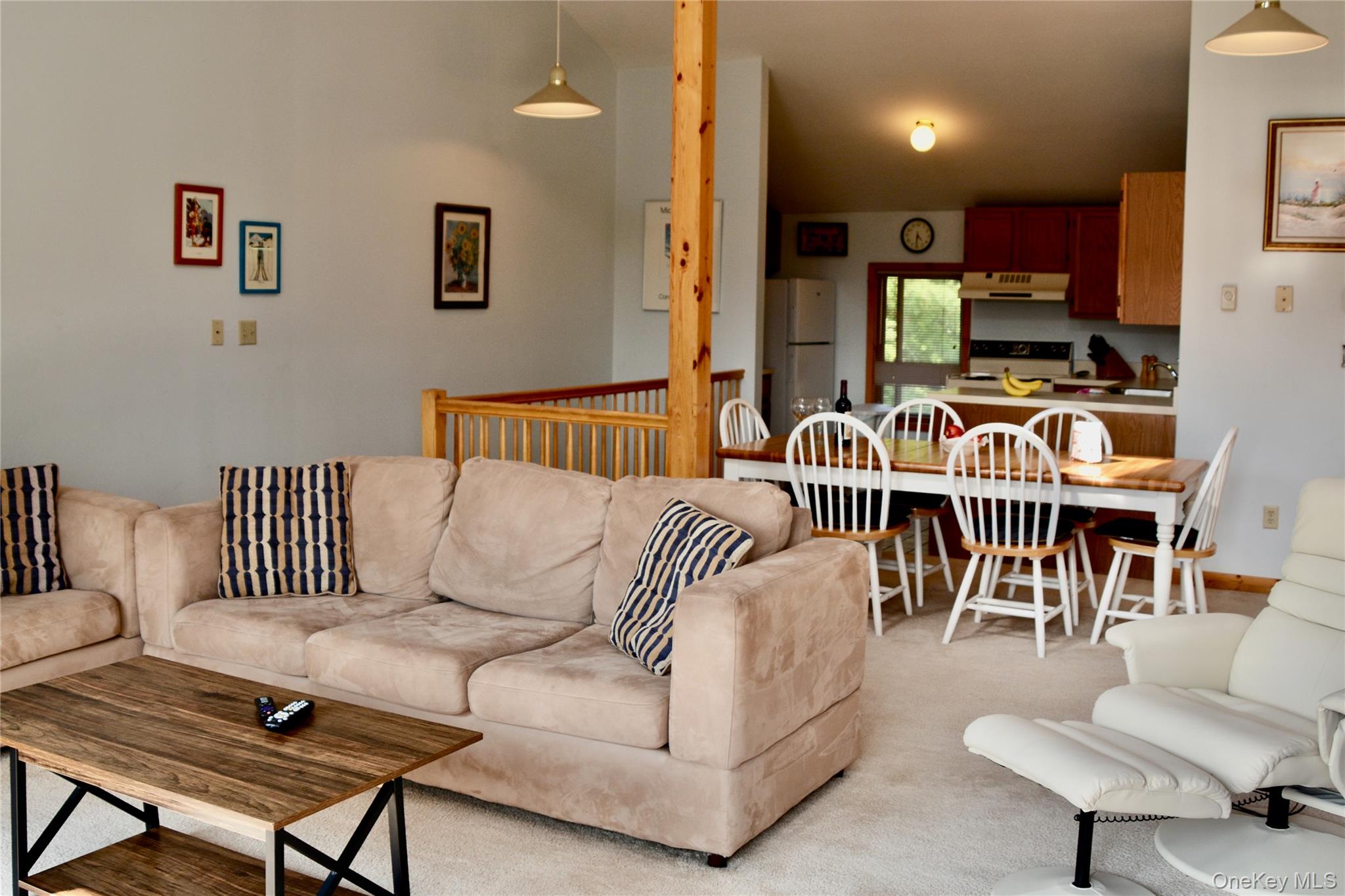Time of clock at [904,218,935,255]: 4:31
